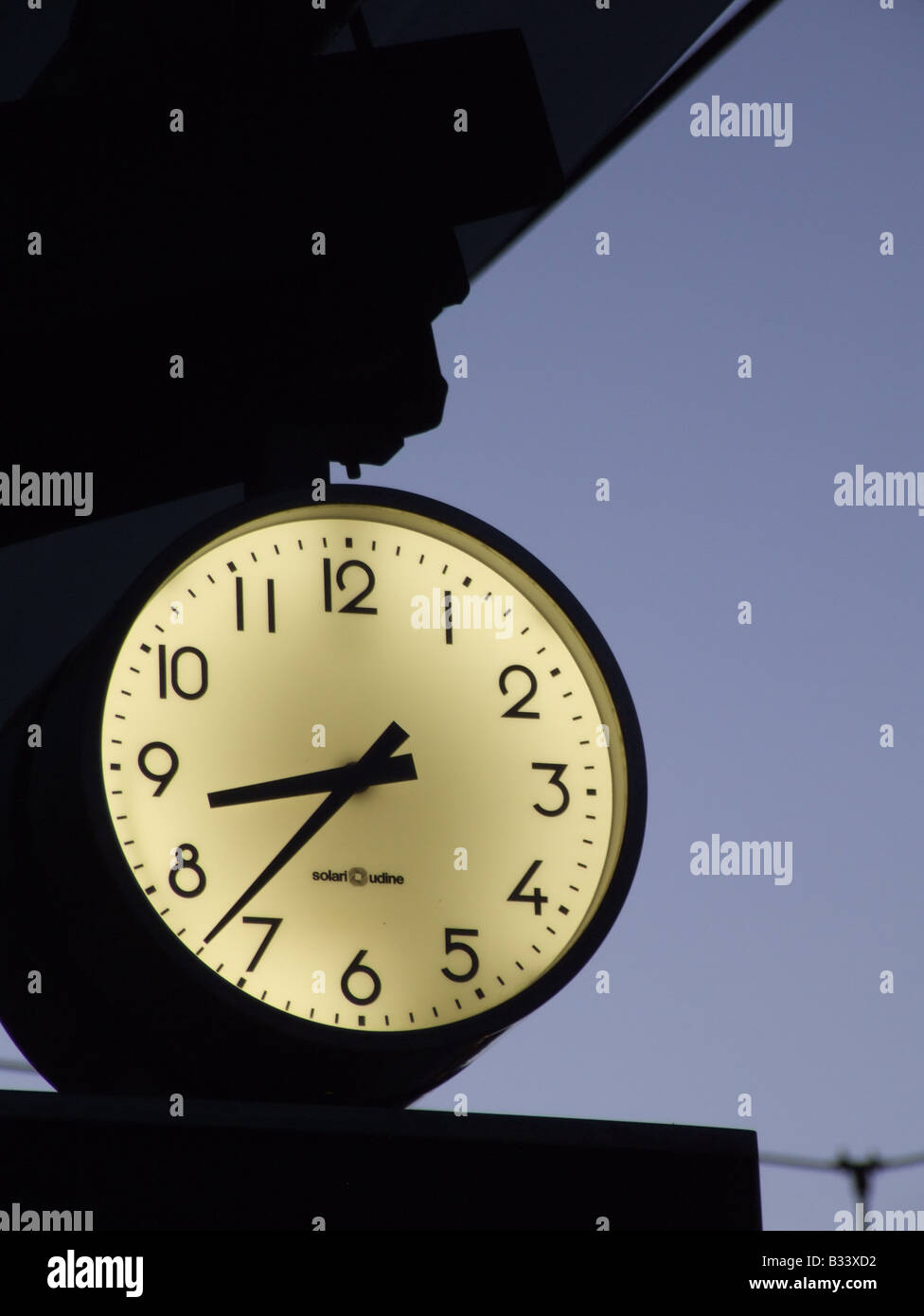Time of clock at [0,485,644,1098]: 8:37
